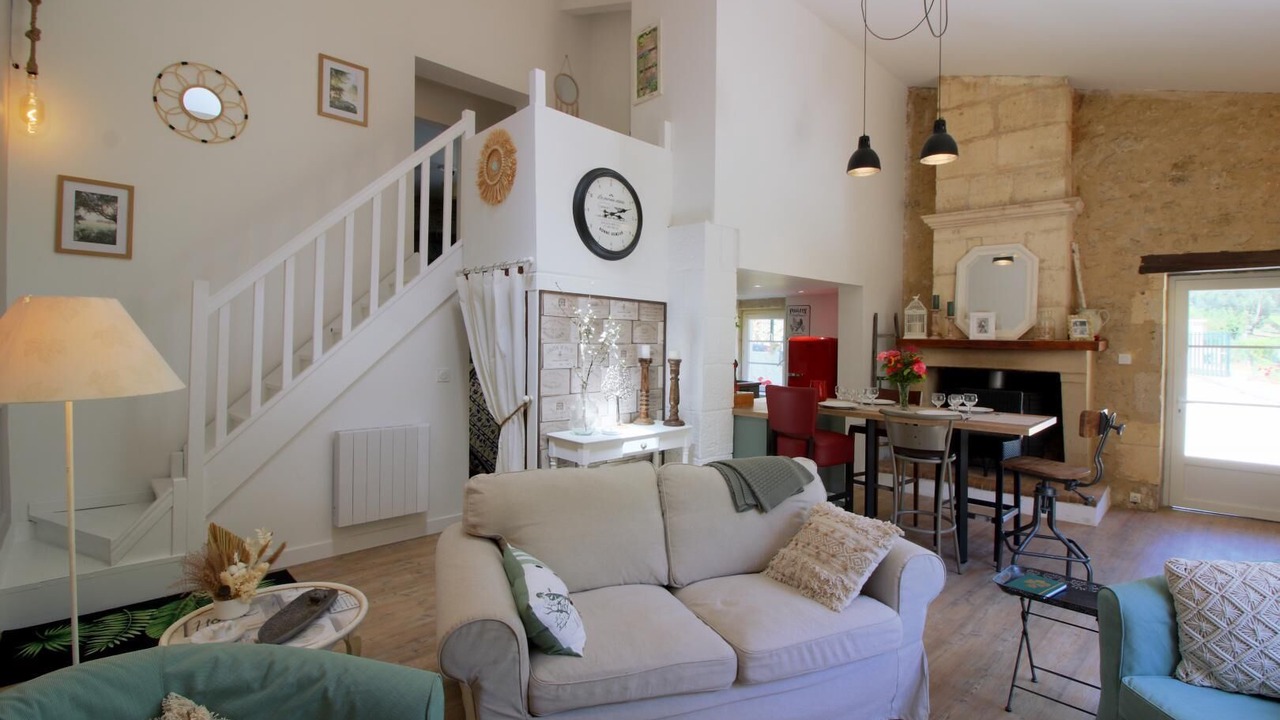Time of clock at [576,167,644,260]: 3:11
